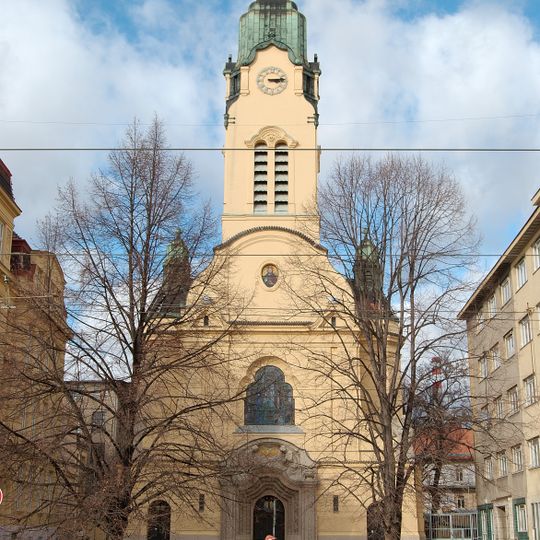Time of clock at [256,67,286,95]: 3:13
